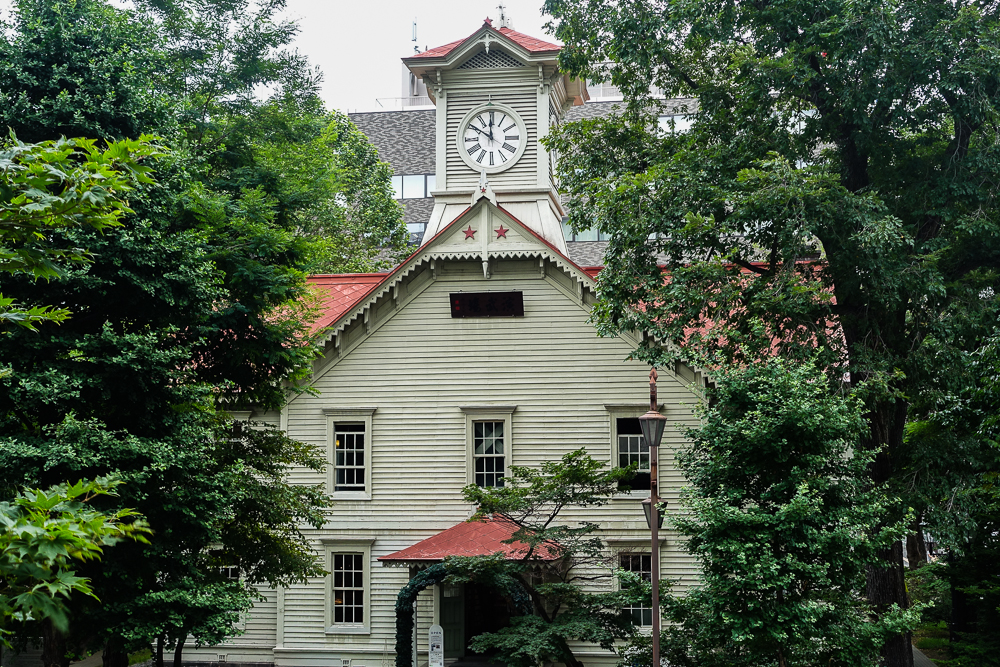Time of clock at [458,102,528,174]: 11:50
